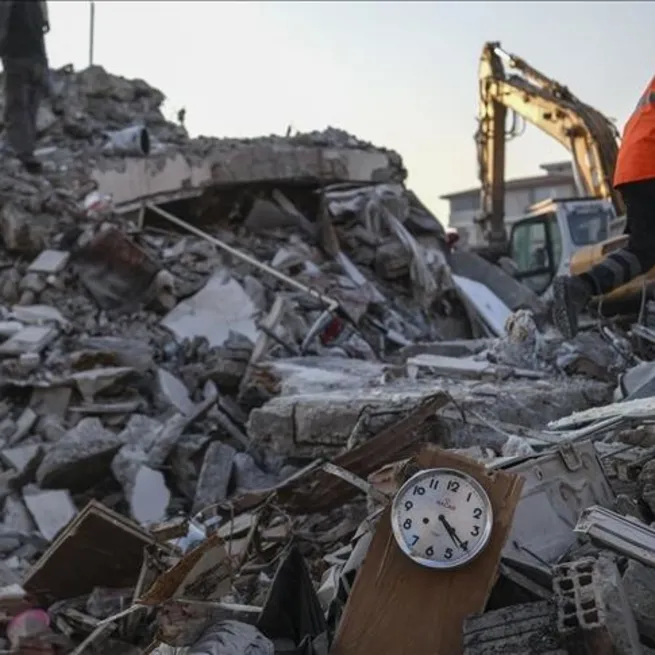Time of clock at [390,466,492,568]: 4:20
